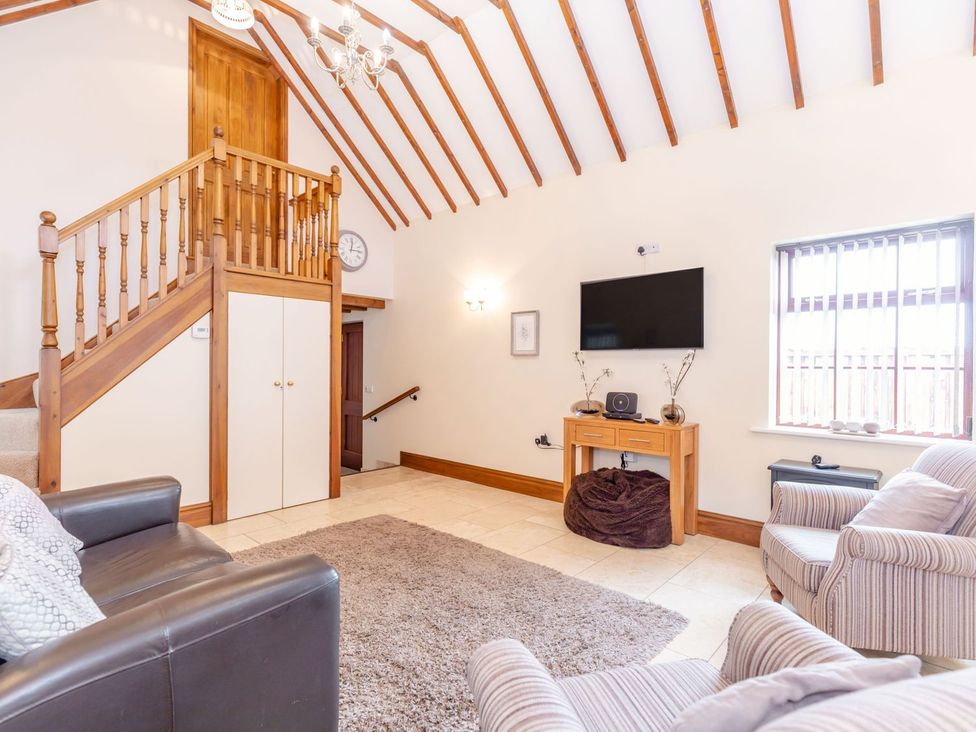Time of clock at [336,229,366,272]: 12:14
